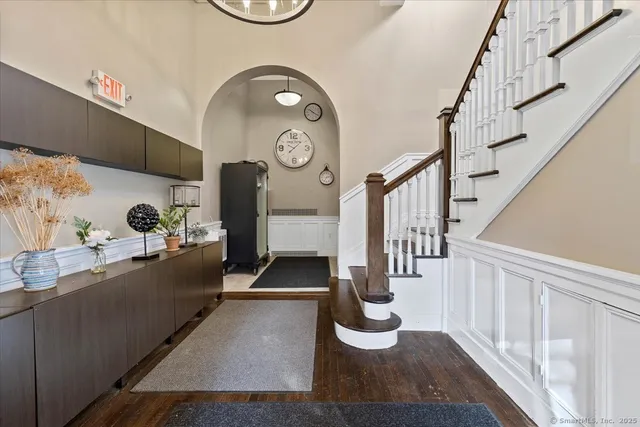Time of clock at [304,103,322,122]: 10:20
